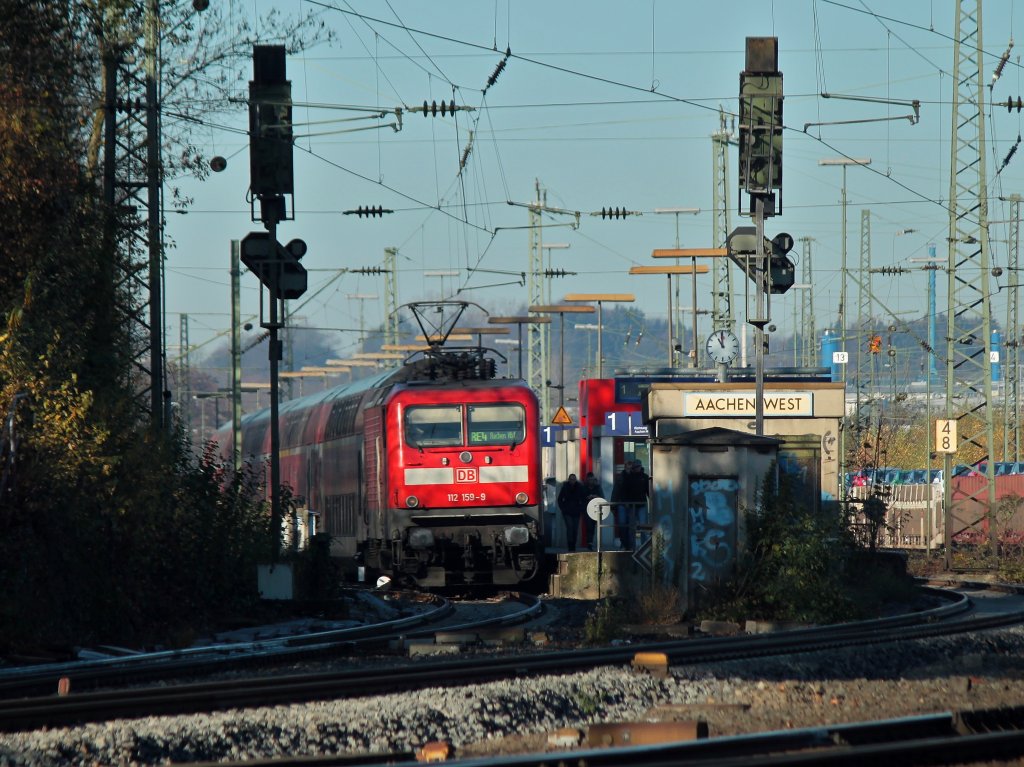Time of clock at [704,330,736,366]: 10:59
